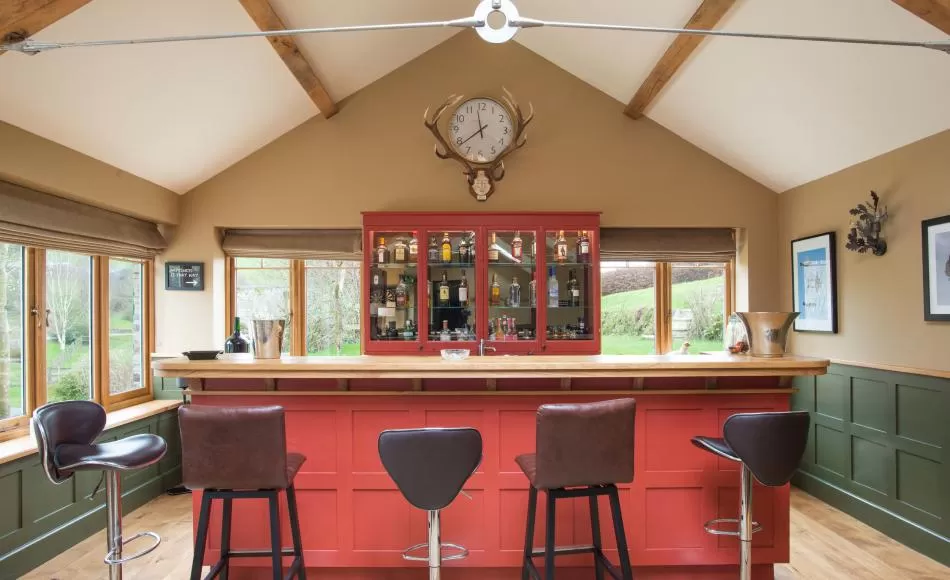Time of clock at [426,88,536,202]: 11:38
